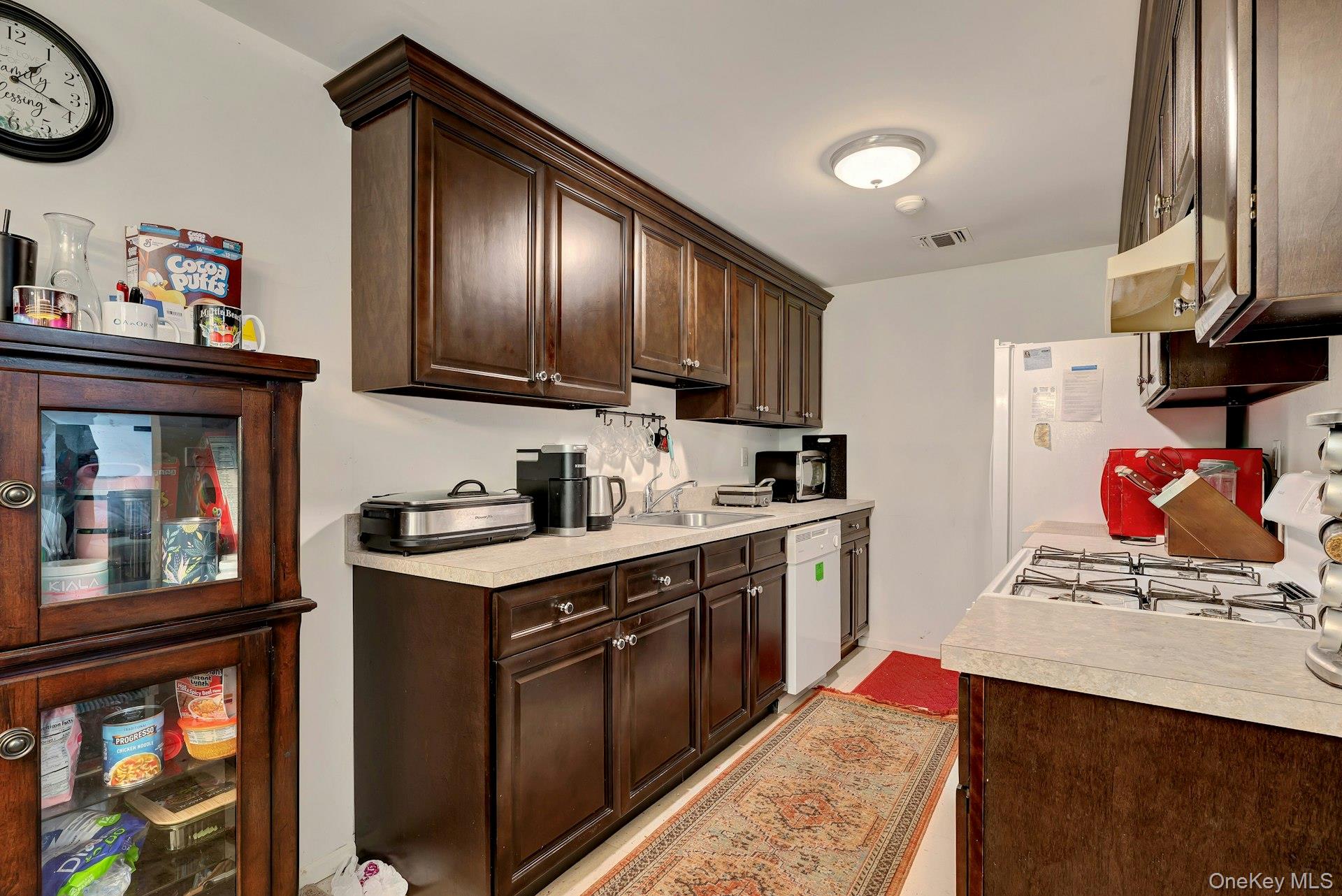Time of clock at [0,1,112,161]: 1:18
